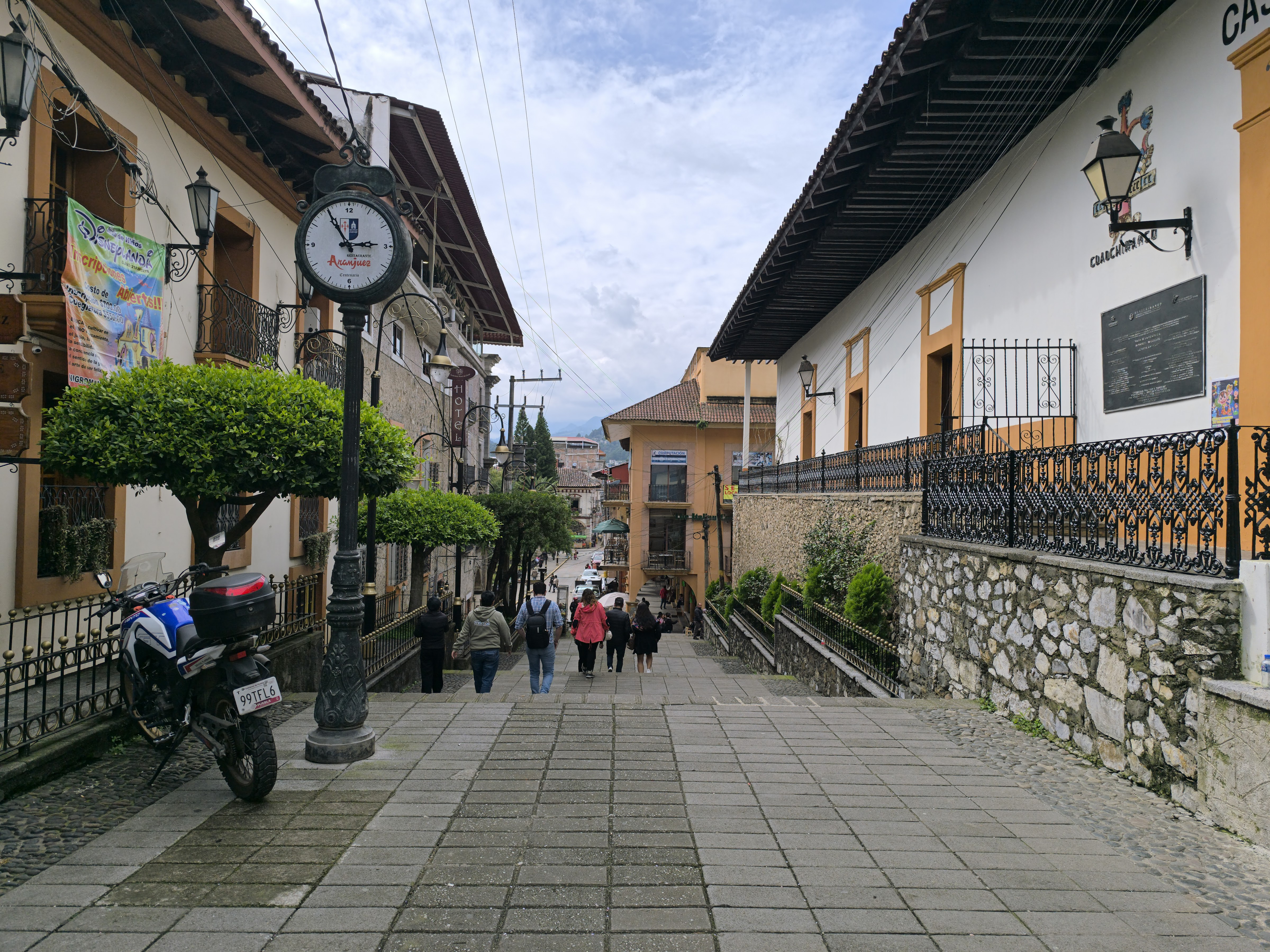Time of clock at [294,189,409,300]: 2:54
